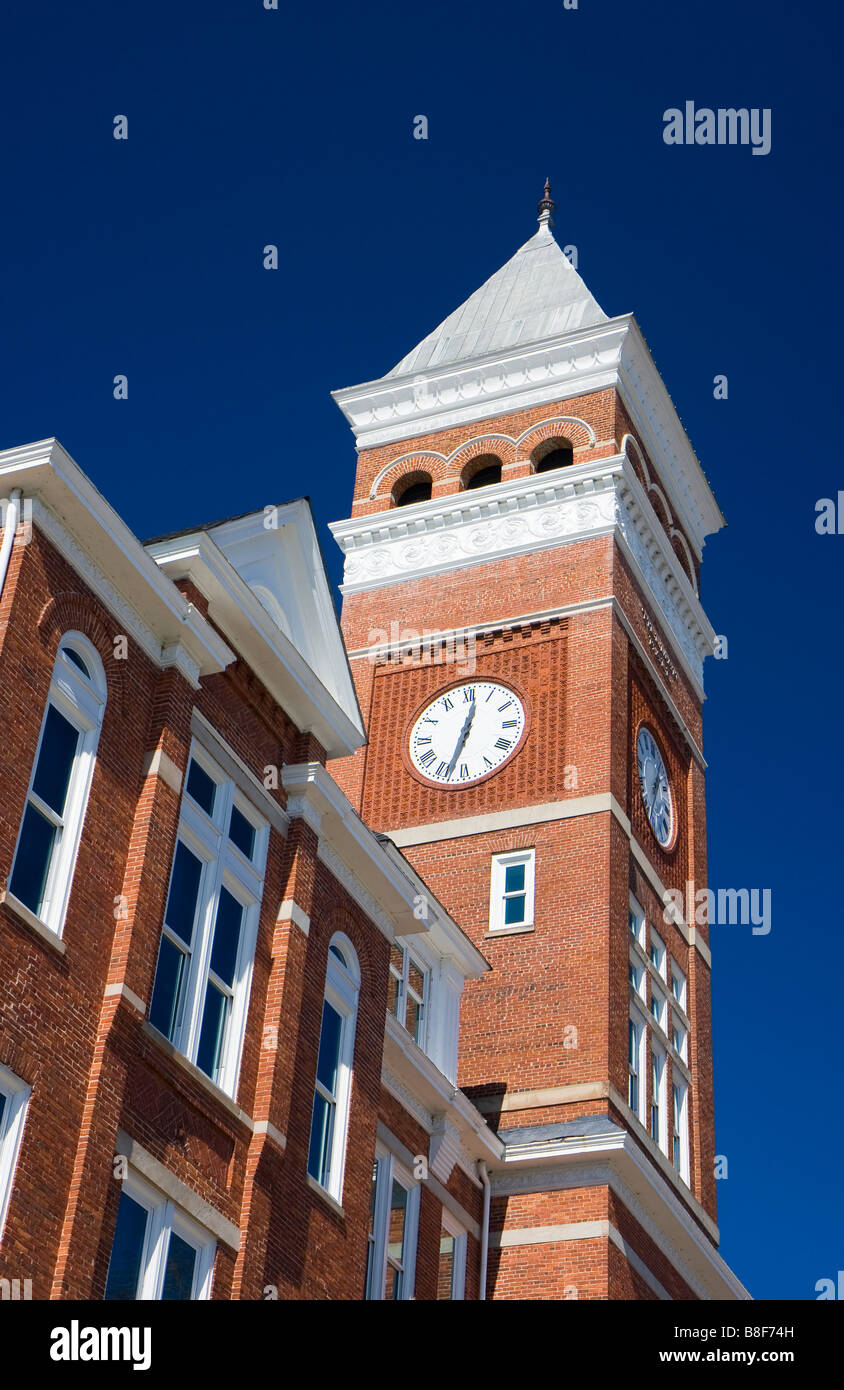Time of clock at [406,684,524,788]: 12:33
